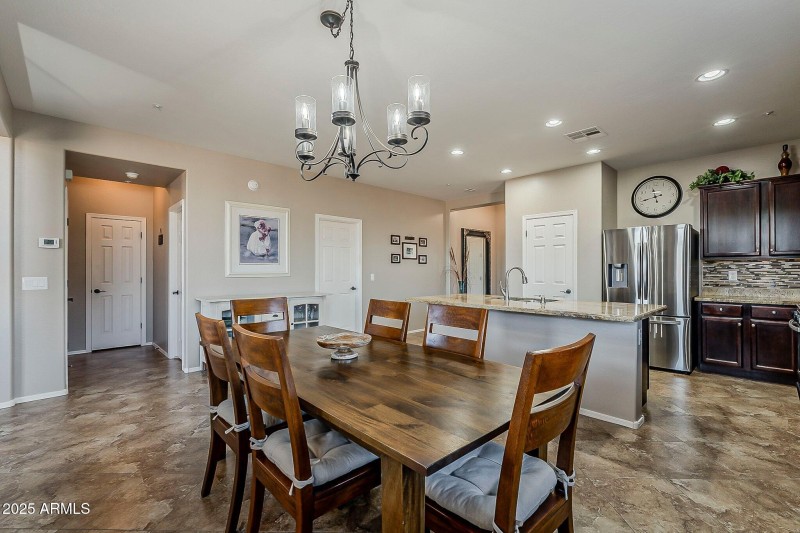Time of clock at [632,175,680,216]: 11:42
